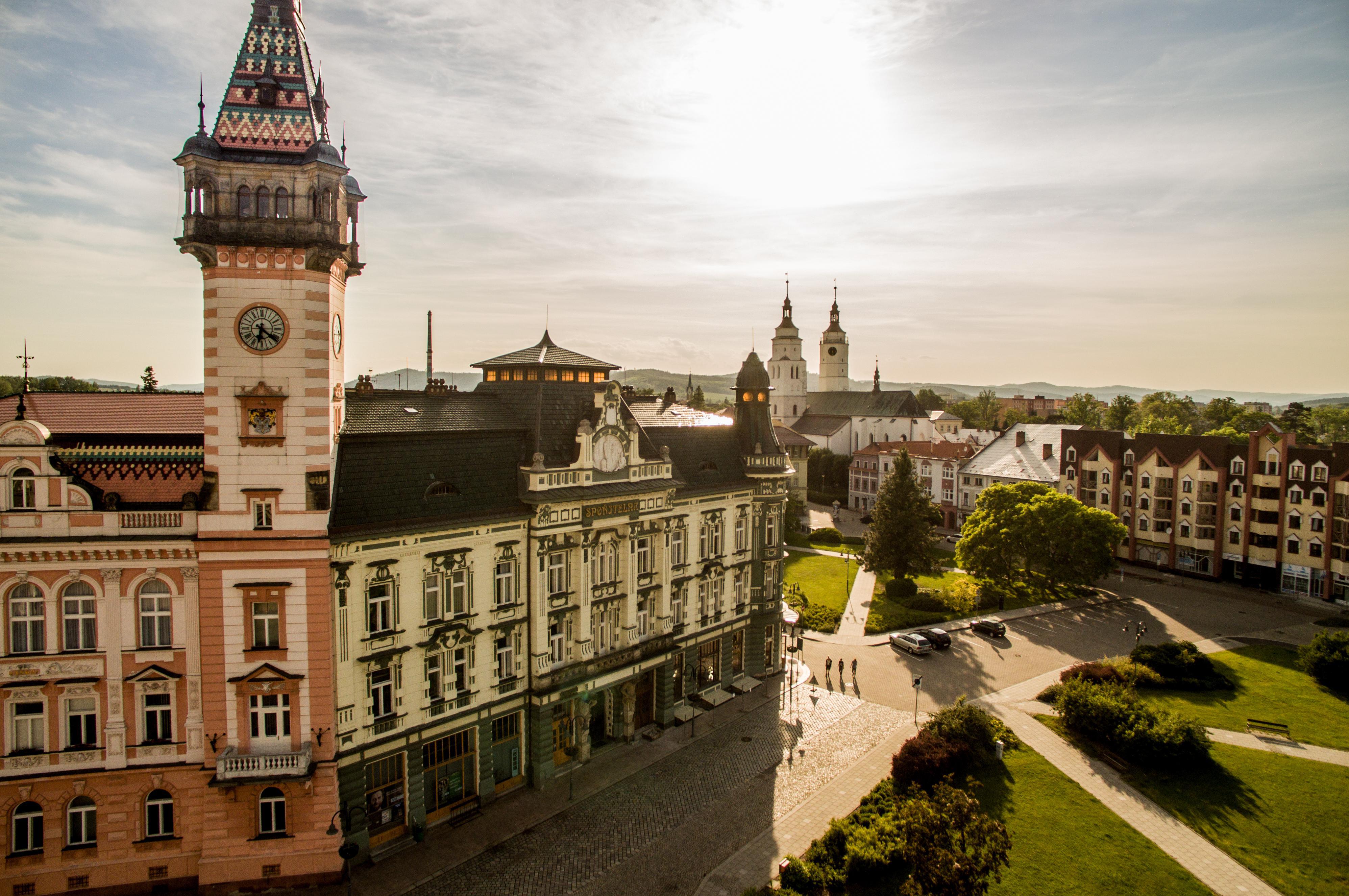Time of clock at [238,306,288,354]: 6:21
